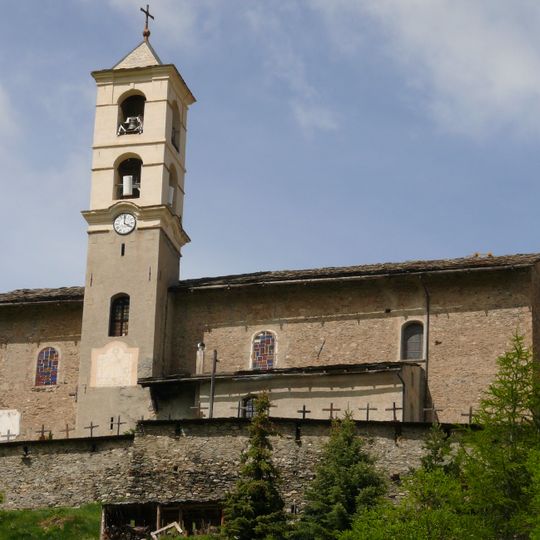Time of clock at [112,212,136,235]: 4:00
